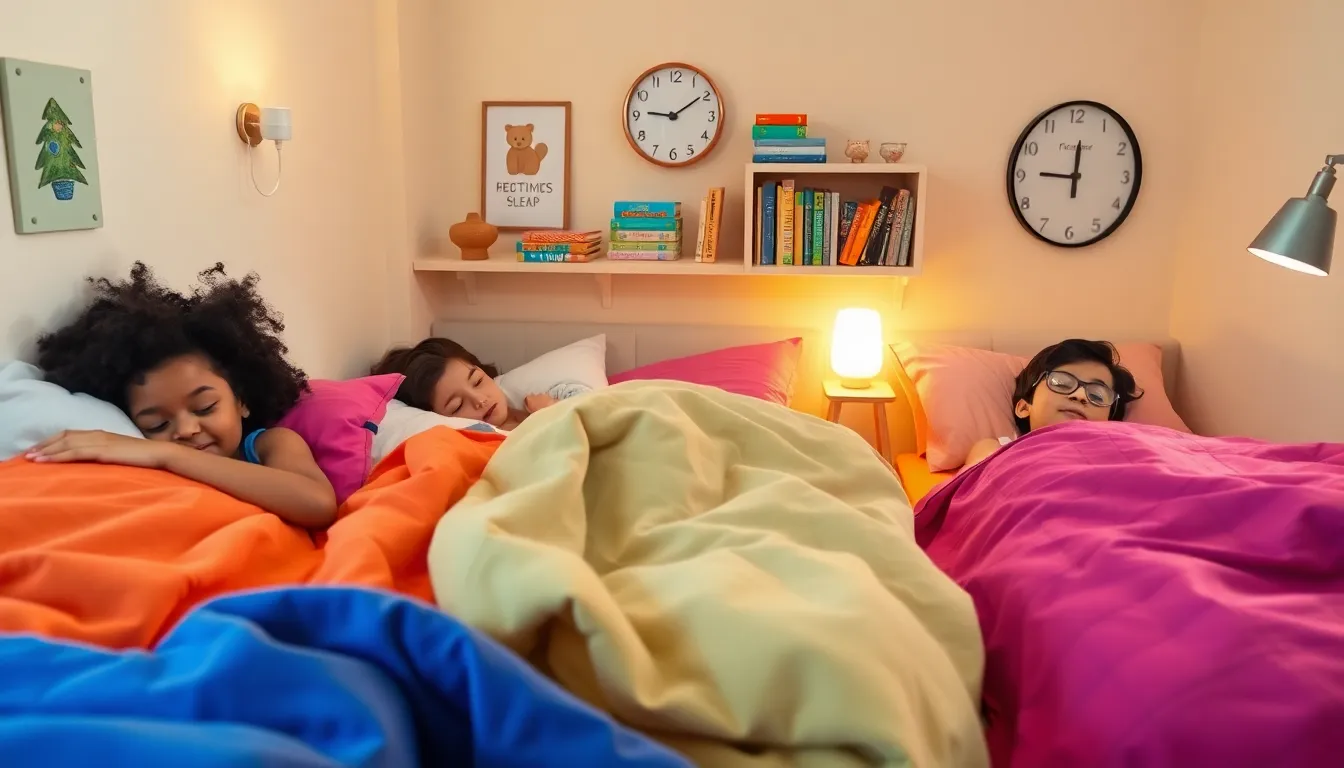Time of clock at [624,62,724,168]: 9:09
